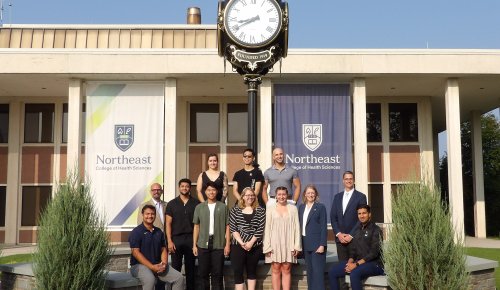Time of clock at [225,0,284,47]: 8:40
